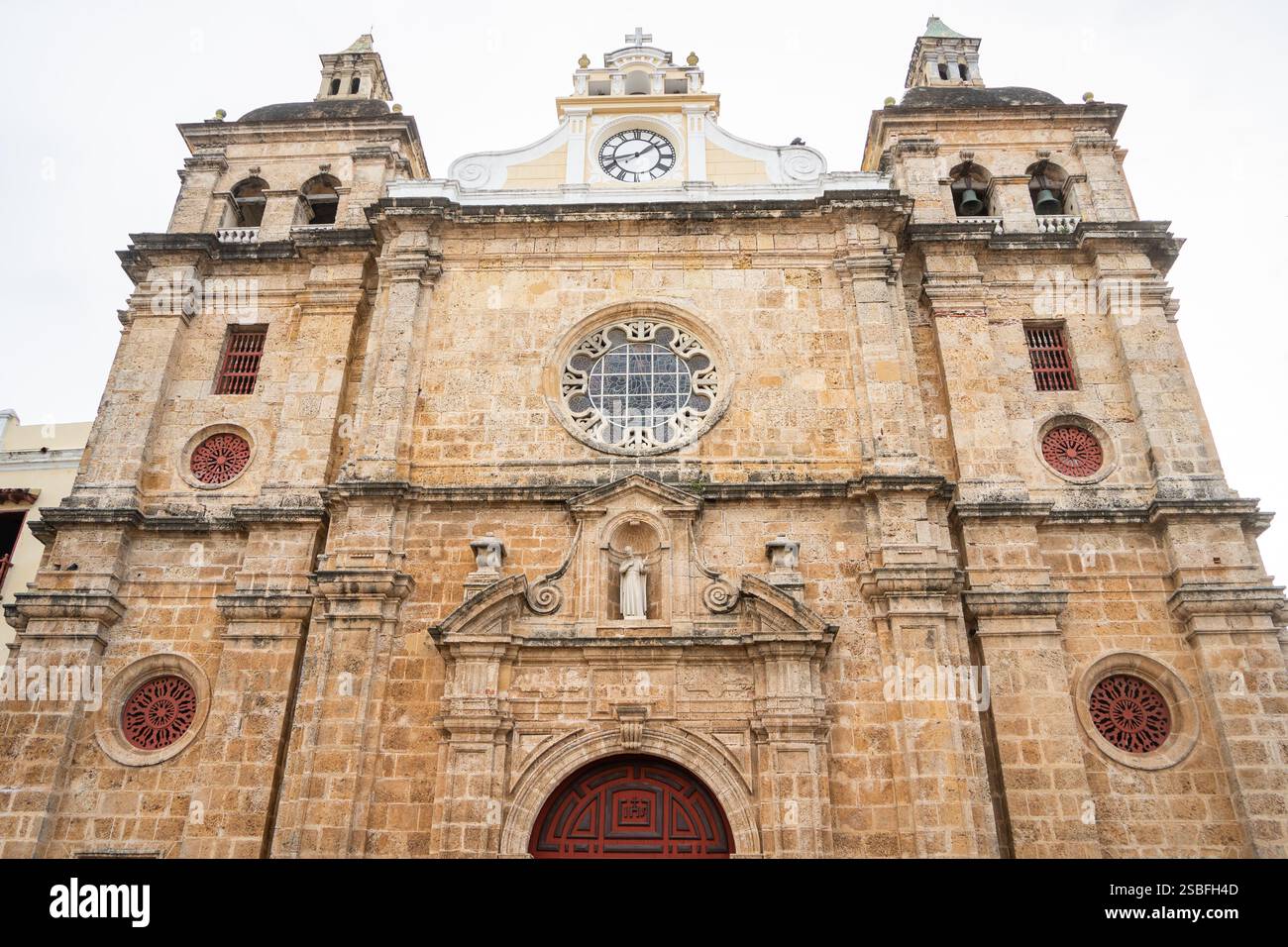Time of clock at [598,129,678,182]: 1:42
